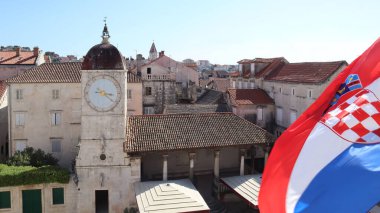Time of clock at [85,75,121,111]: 3:21
